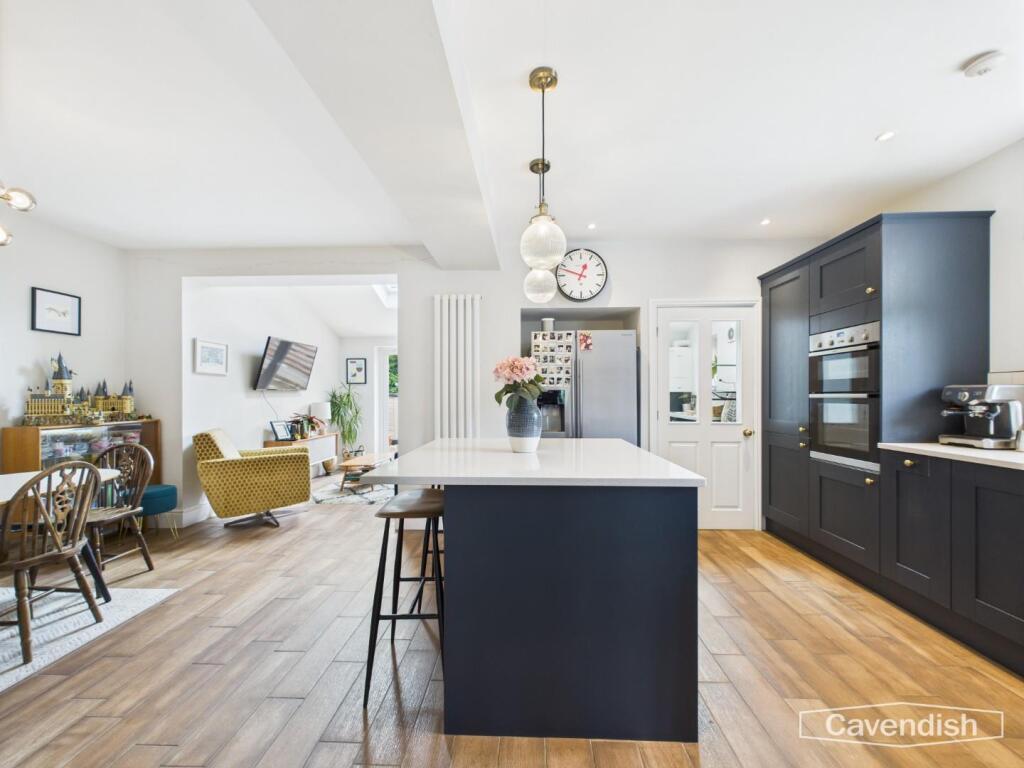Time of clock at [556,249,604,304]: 12:48
